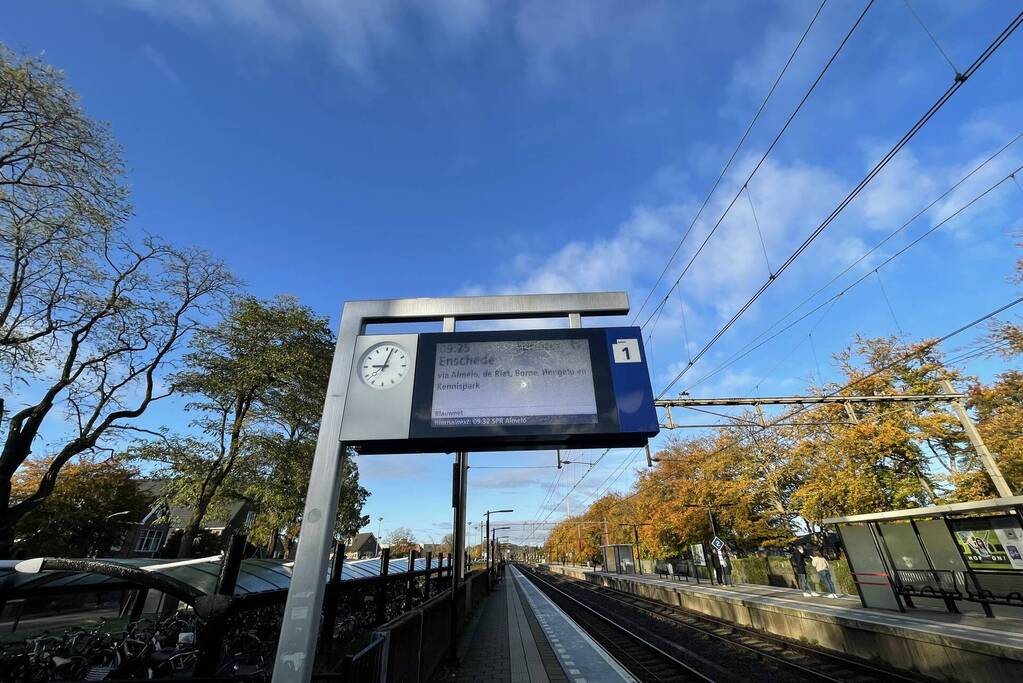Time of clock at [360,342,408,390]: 9:02
